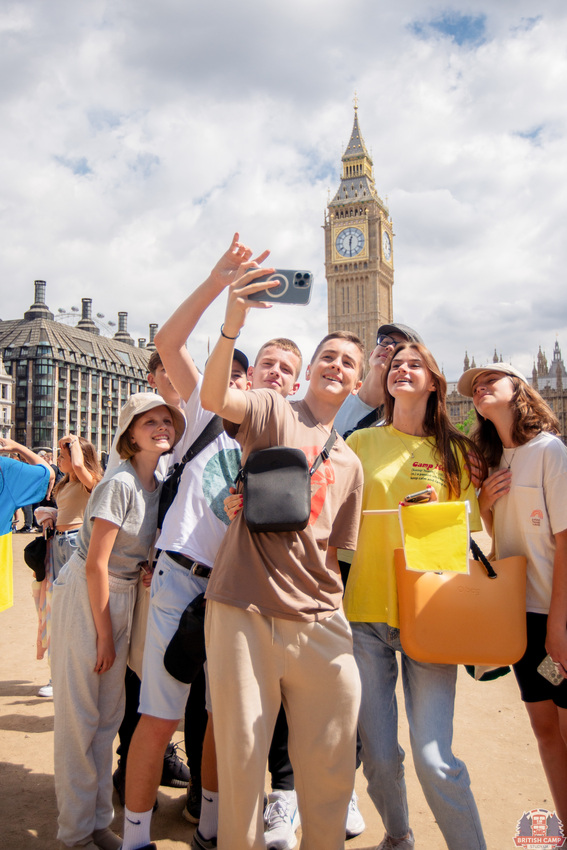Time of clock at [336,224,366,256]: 12:29
